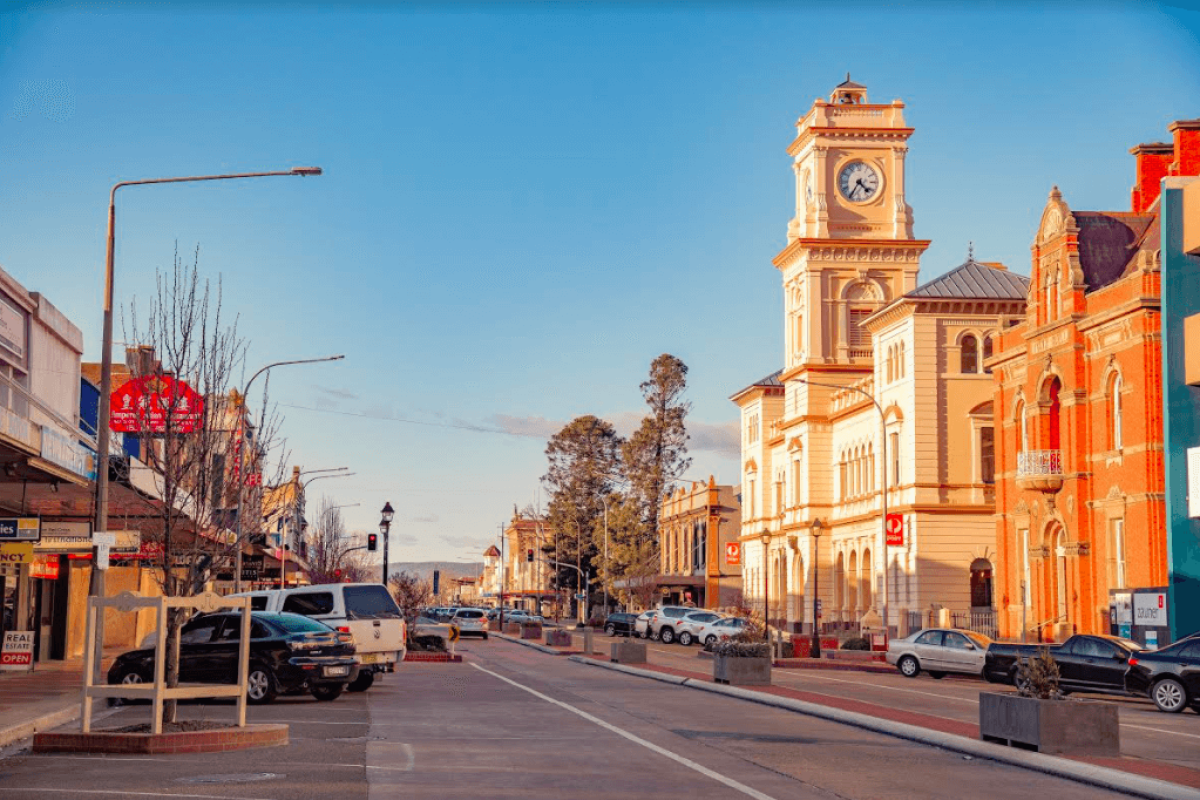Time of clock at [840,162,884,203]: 4:35
